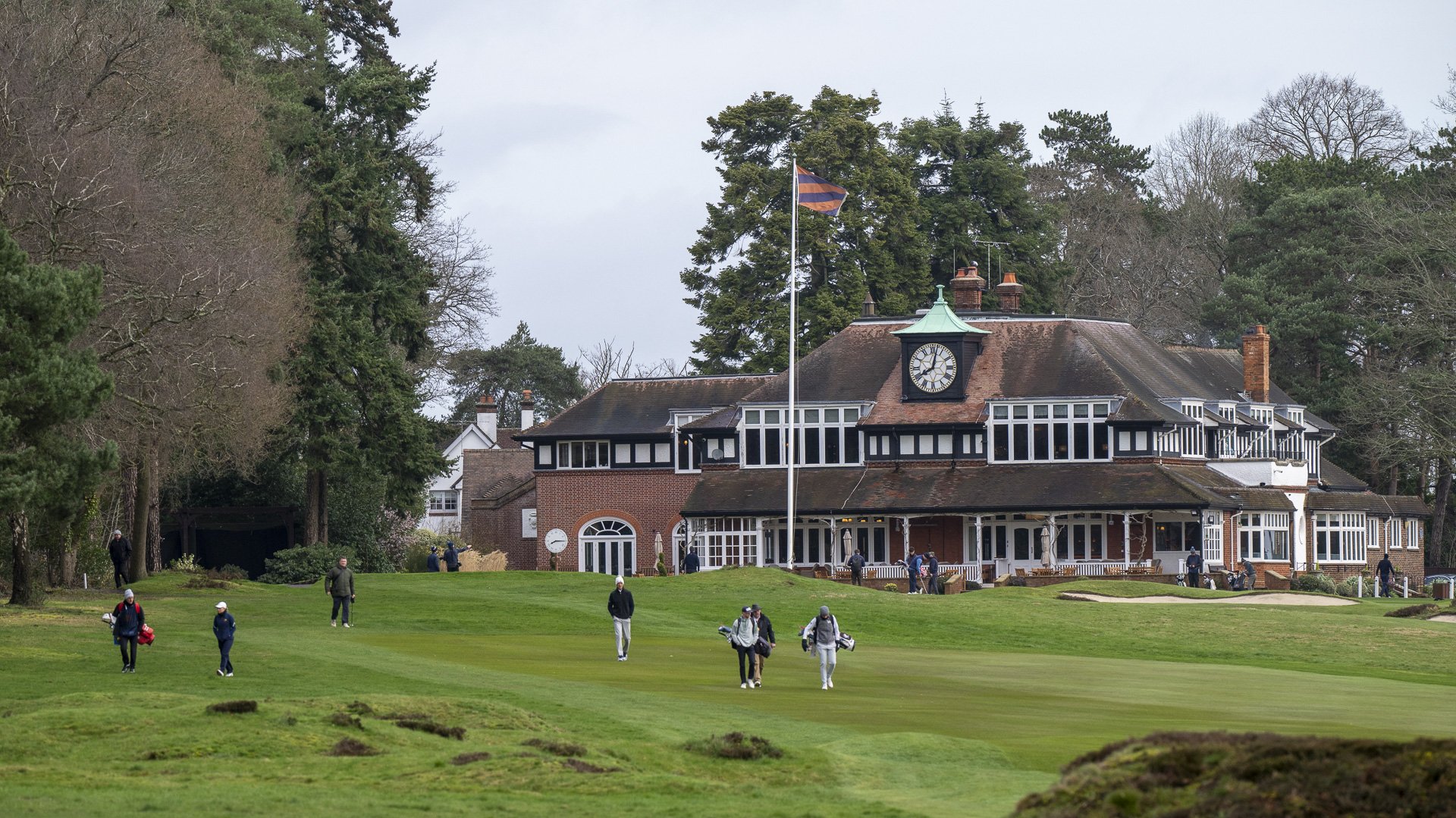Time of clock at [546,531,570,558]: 8:15
